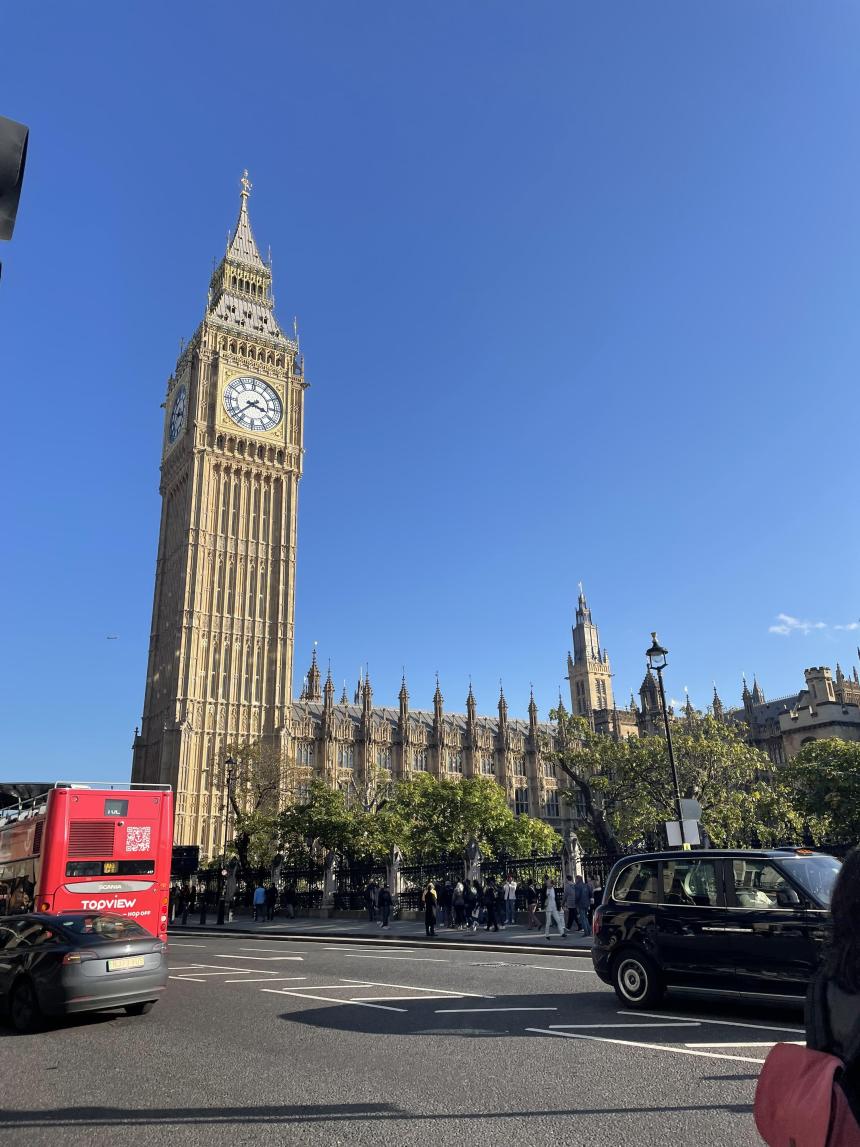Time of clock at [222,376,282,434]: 3:38
